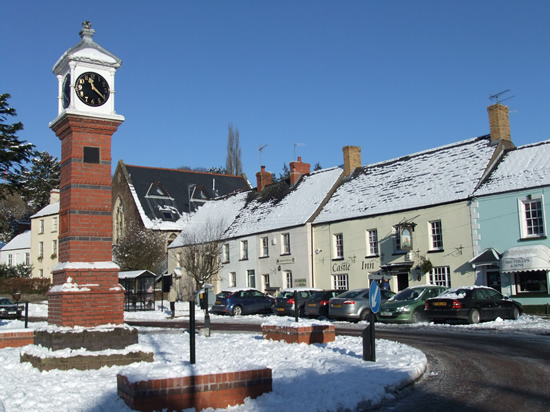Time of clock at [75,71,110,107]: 11:21
